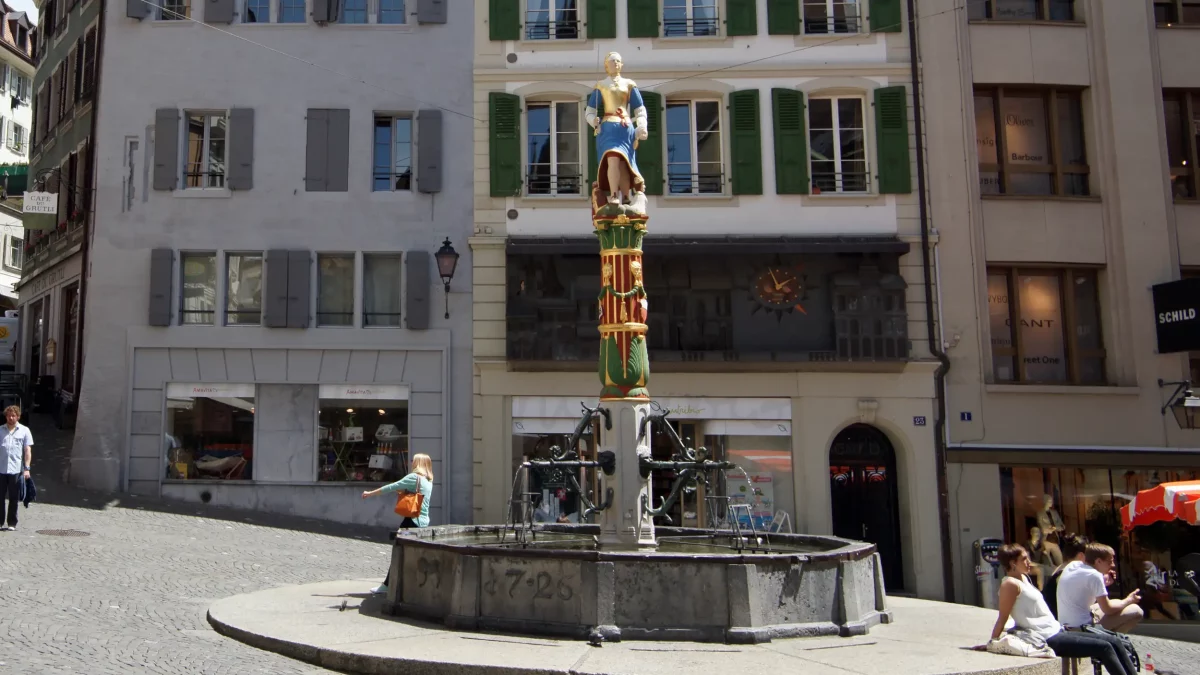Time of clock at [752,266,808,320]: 1:56
